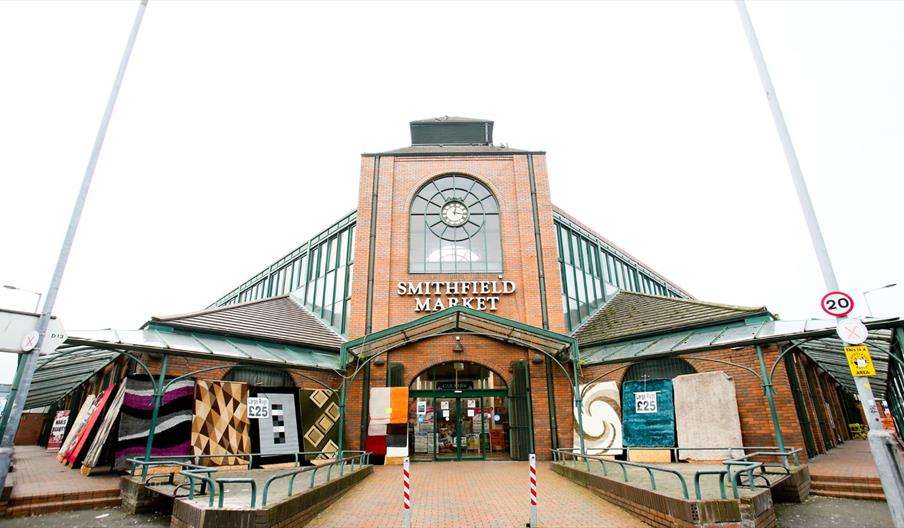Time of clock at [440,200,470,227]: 12:16
